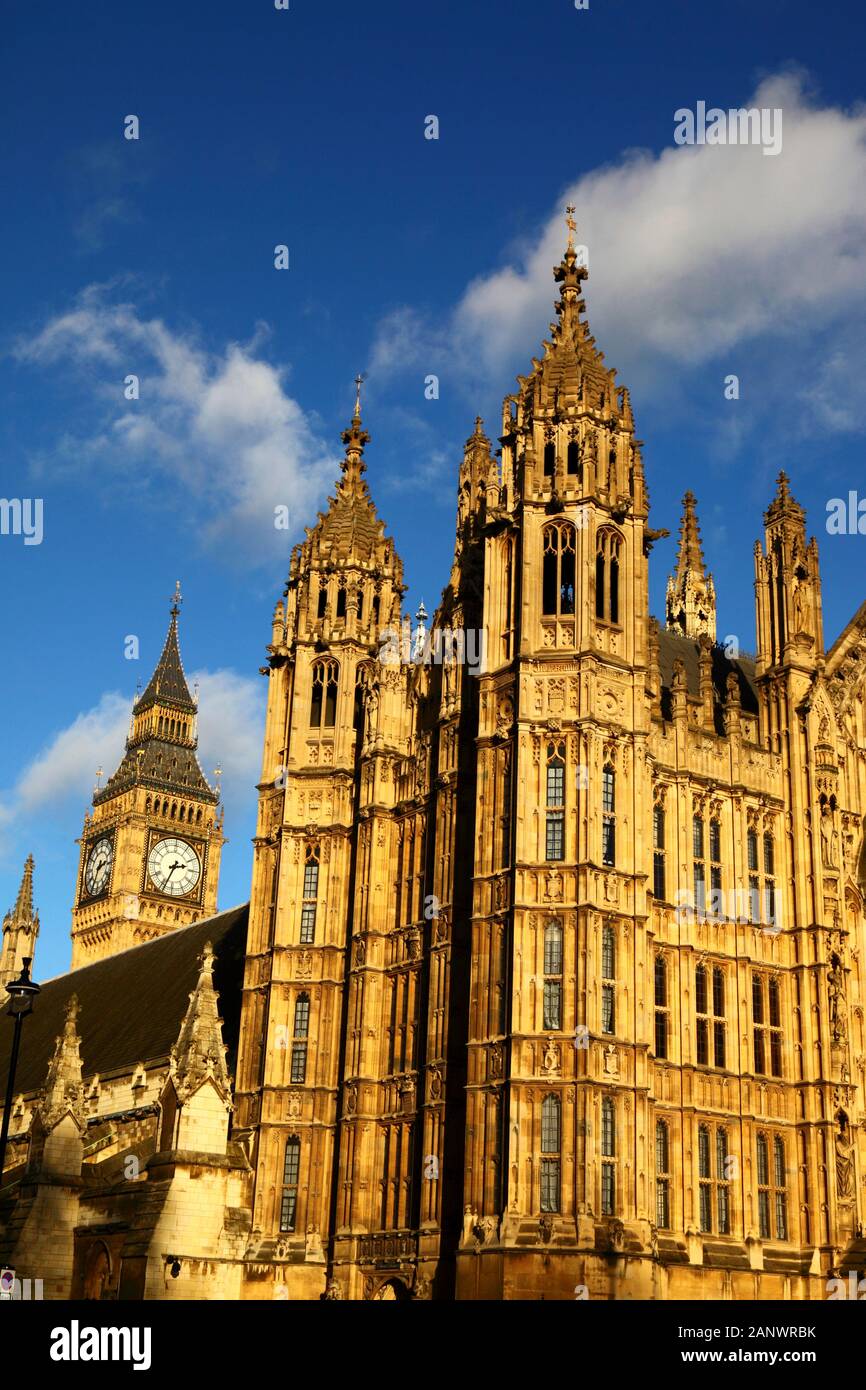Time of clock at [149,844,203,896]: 2:33
